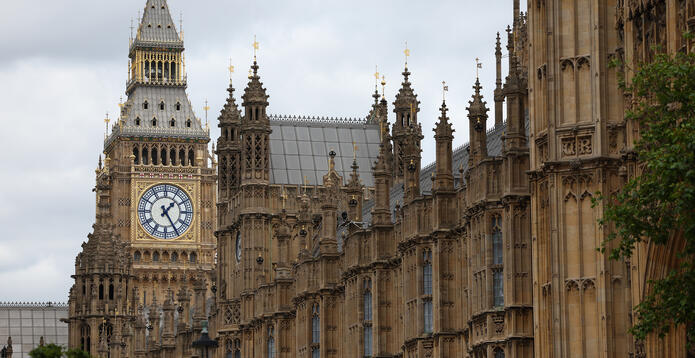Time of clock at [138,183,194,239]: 1:24
